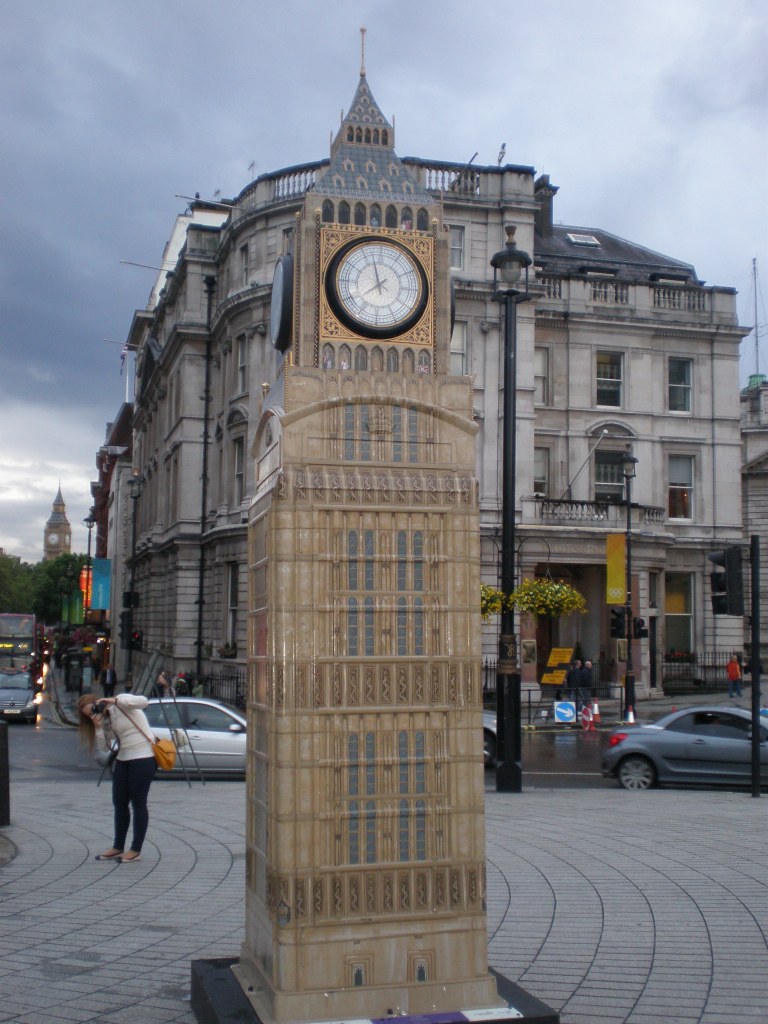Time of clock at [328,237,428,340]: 7:57
